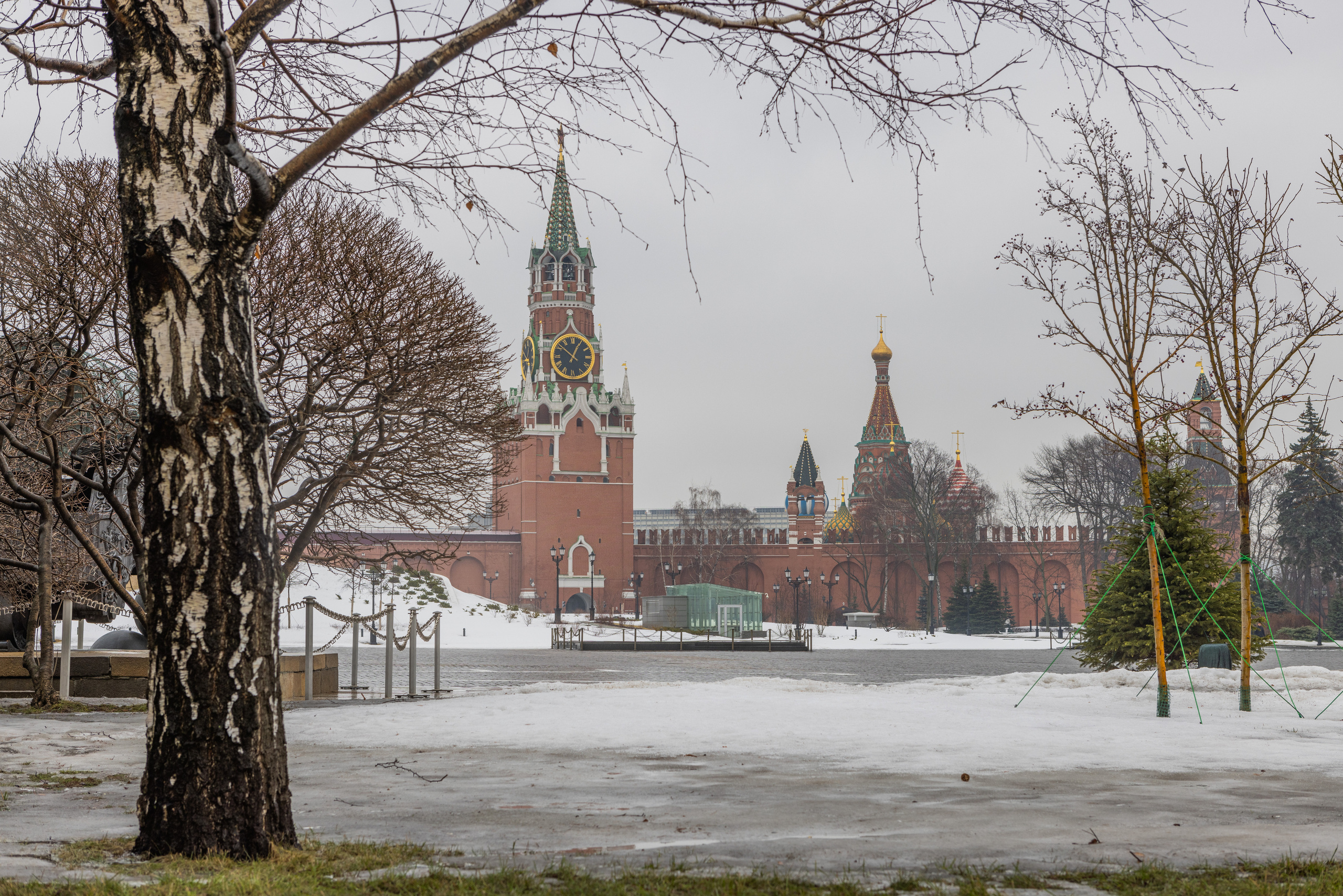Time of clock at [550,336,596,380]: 12:51
